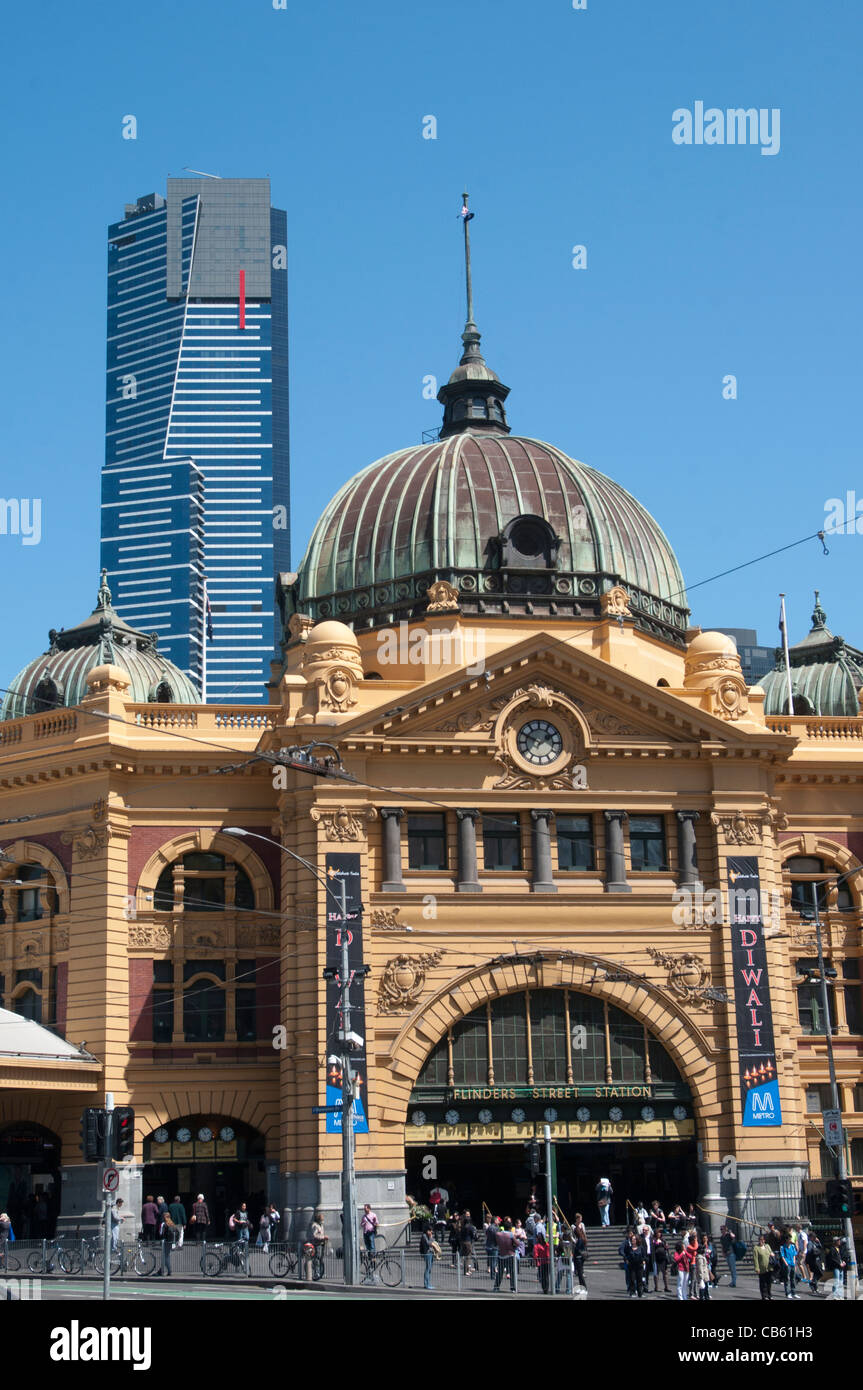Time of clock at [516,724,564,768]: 1:49
